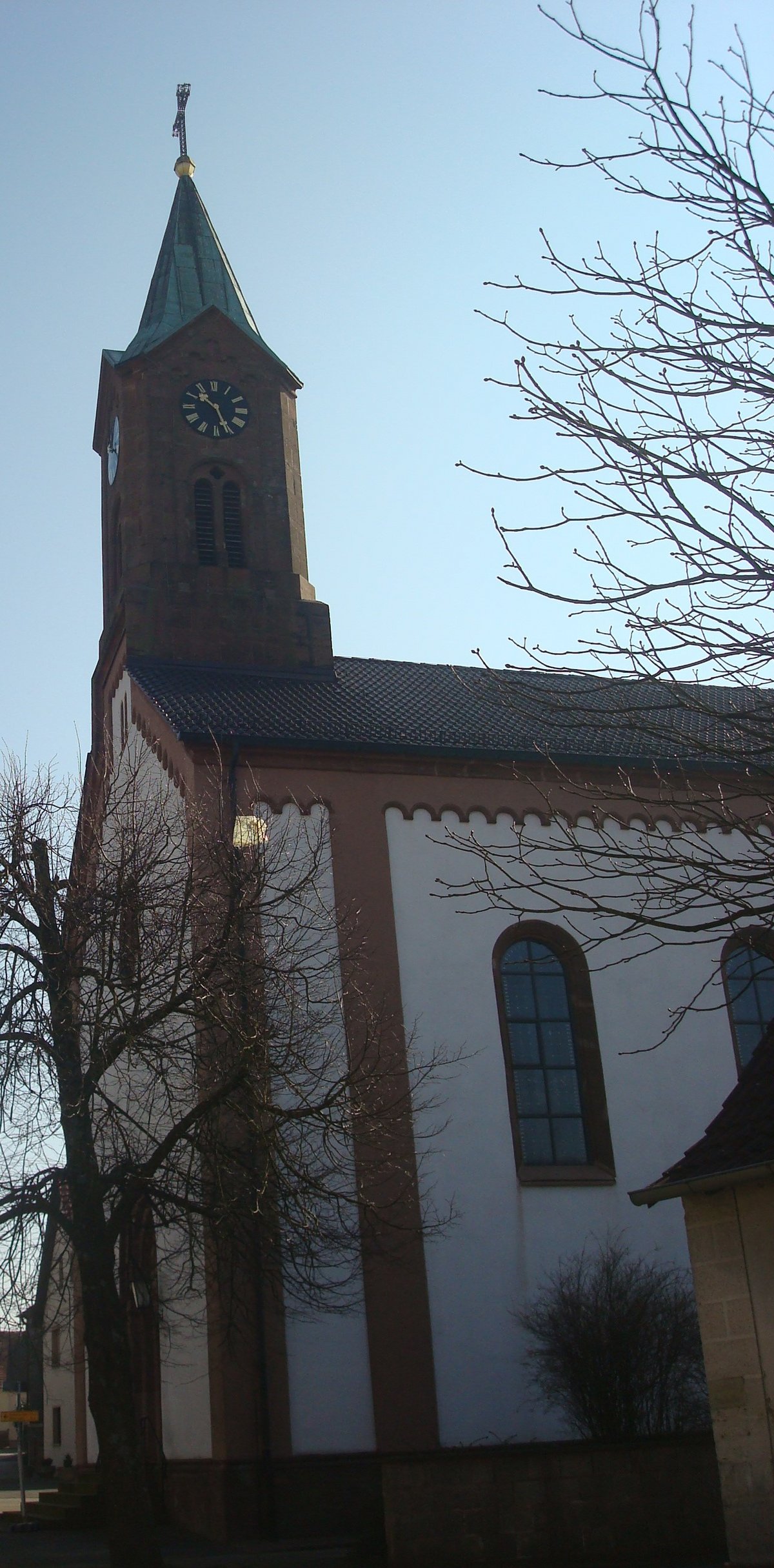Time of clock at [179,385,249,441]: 10:26
